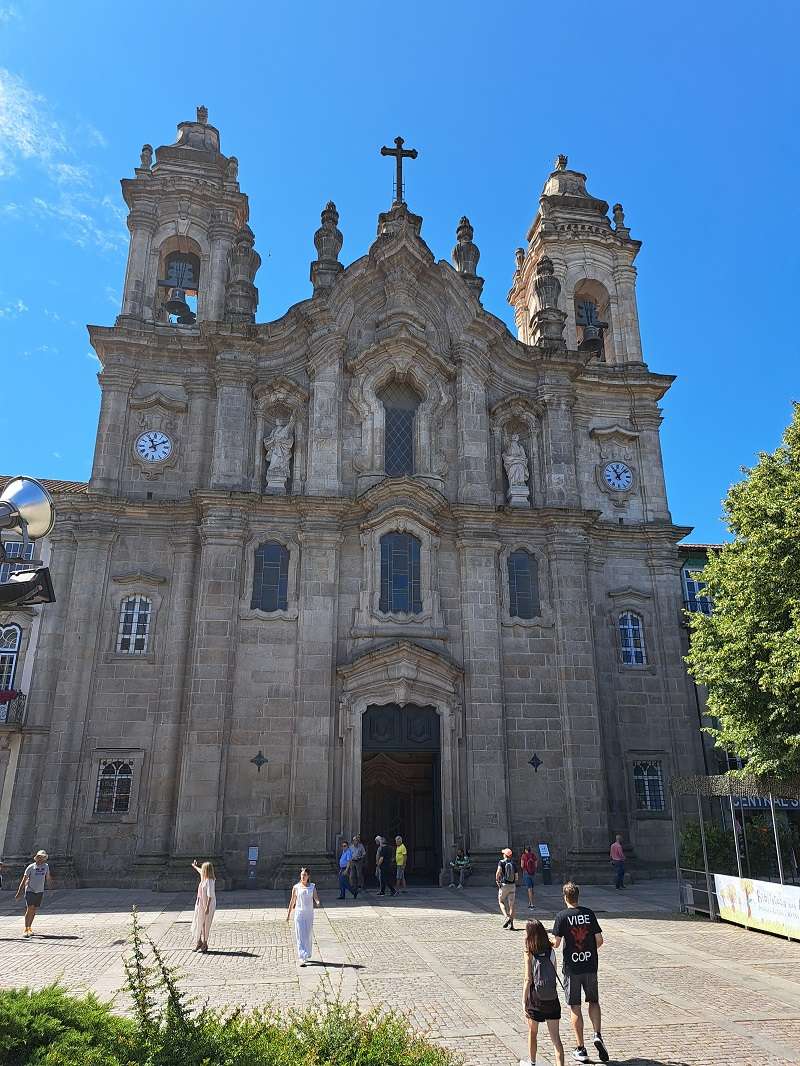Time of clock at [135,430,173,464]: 11:09
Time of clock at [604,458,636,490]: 11:07
